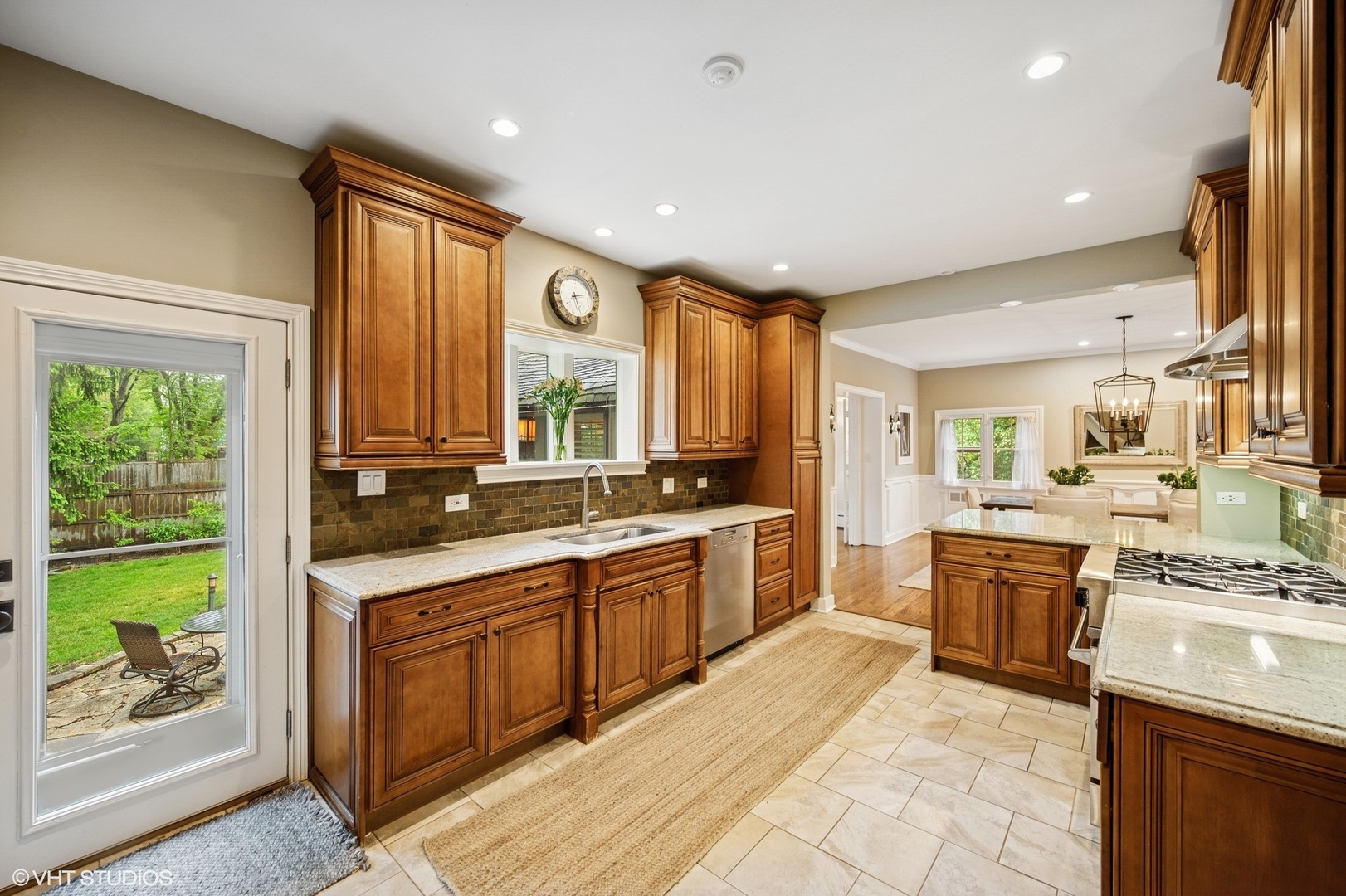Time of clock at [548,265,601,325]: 2:27
